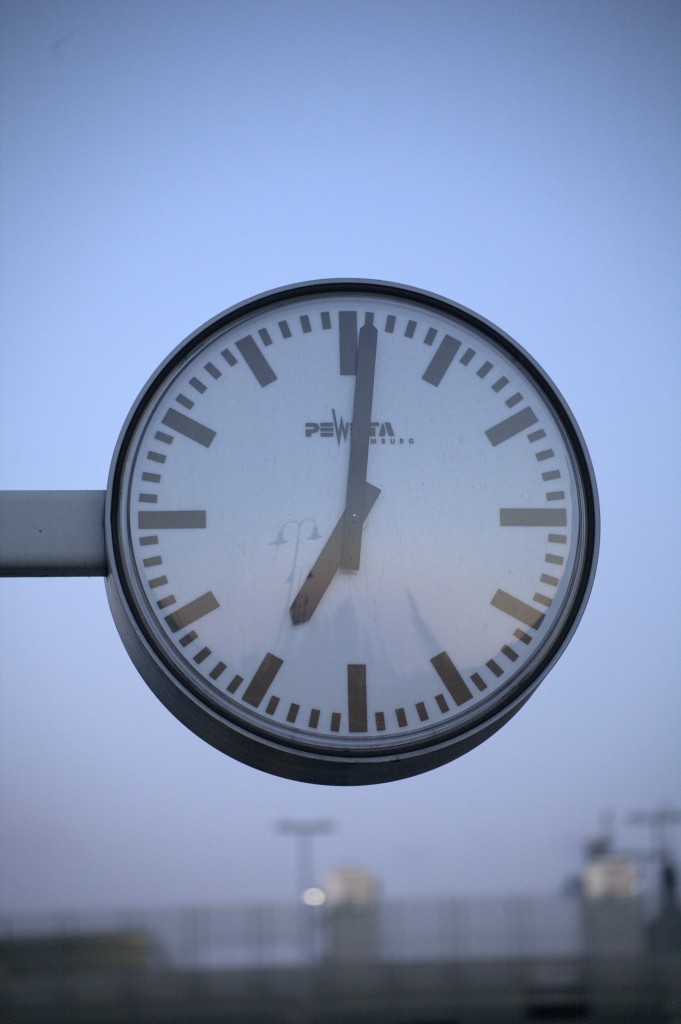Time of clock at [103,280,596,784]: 7:00
